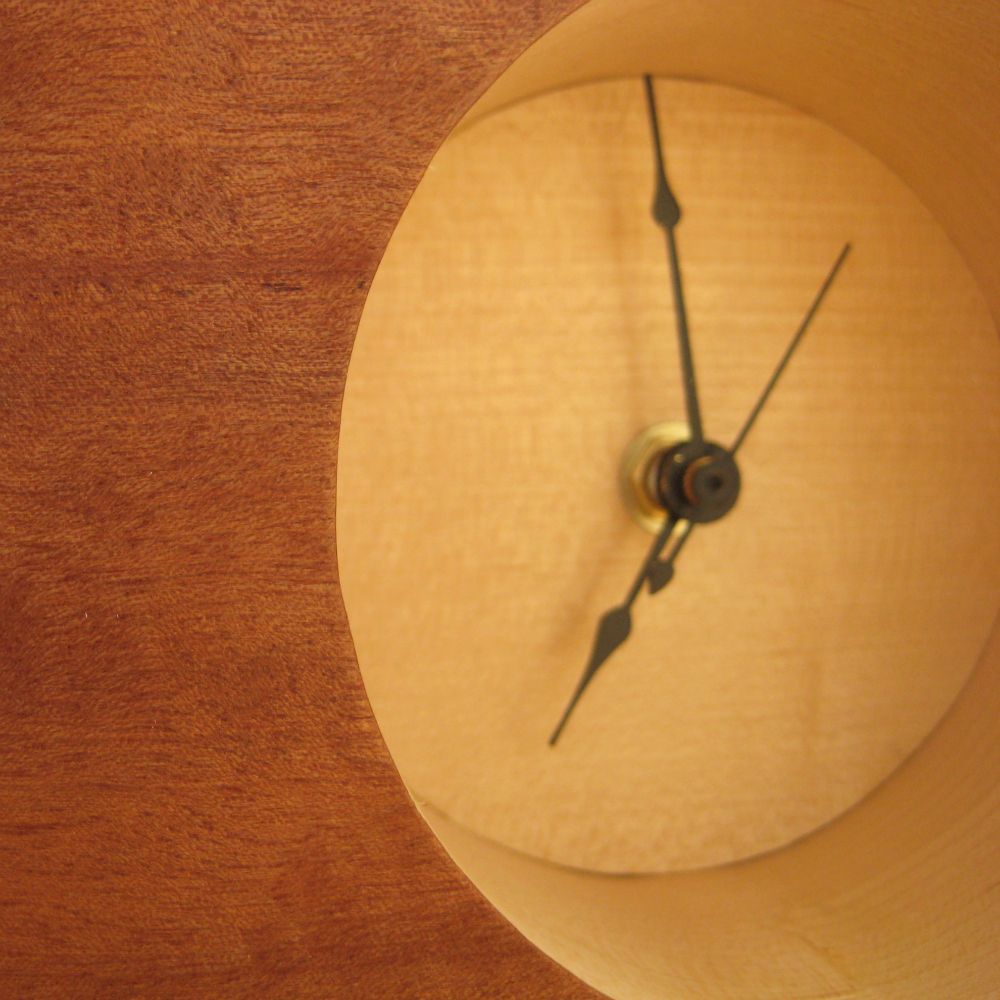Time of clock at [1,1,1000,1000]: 6:58
